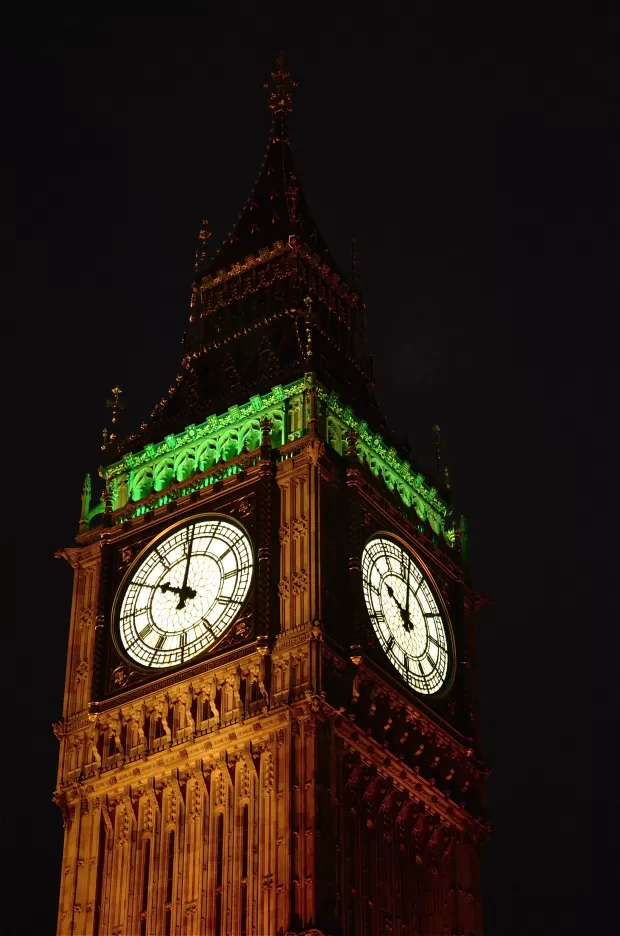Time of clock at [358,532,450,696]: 10:02
